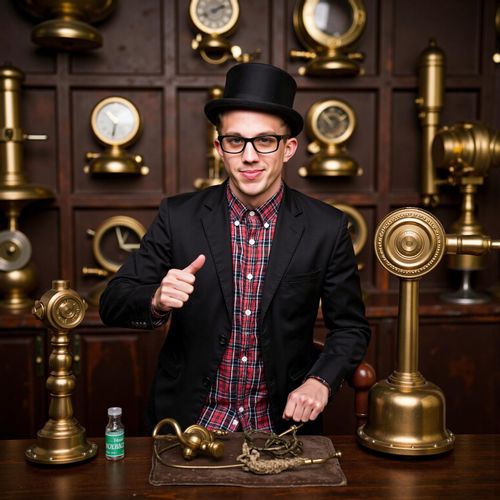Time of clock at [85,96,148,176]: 10:32
